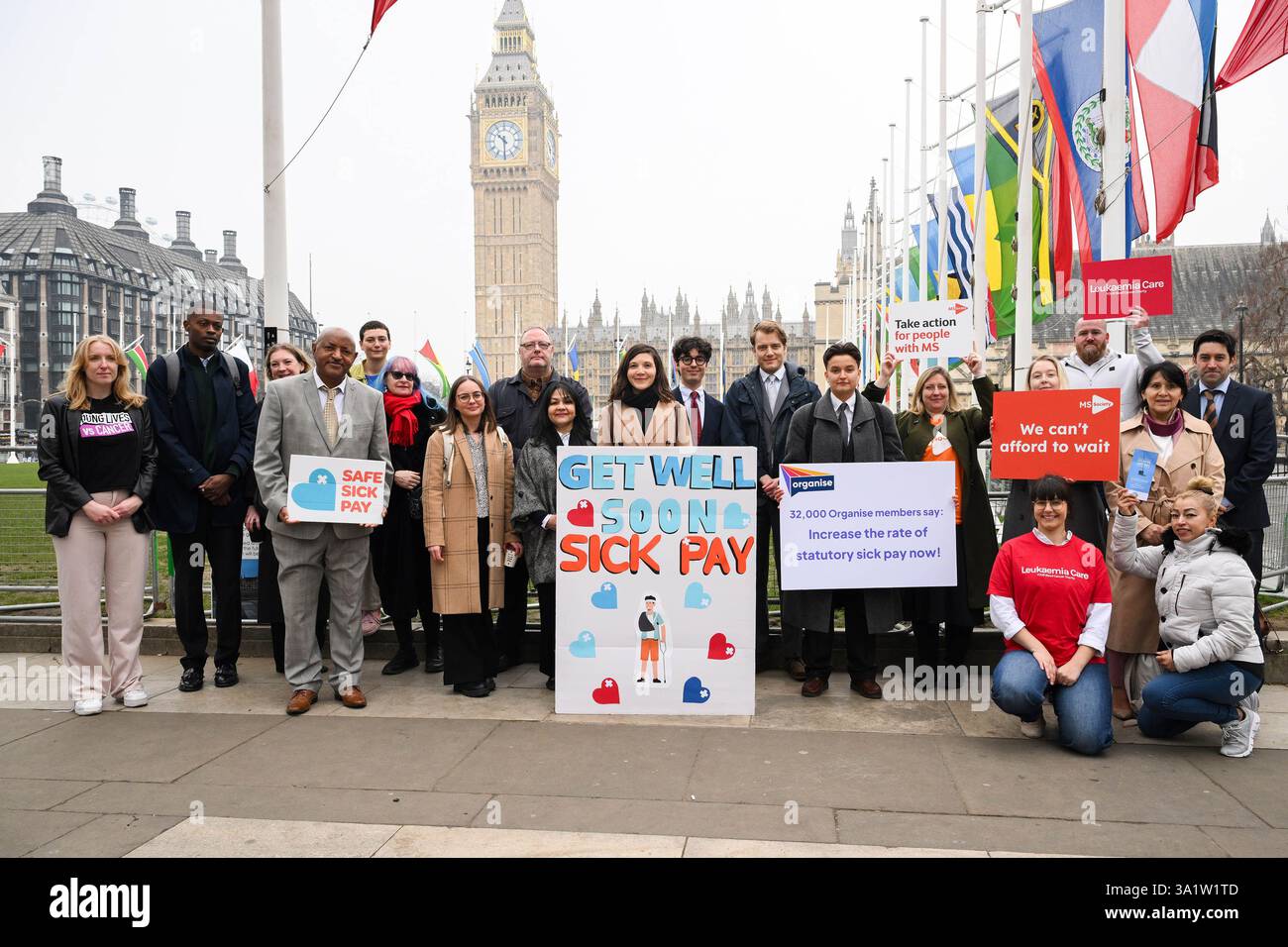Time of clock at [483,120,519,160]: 10:30
